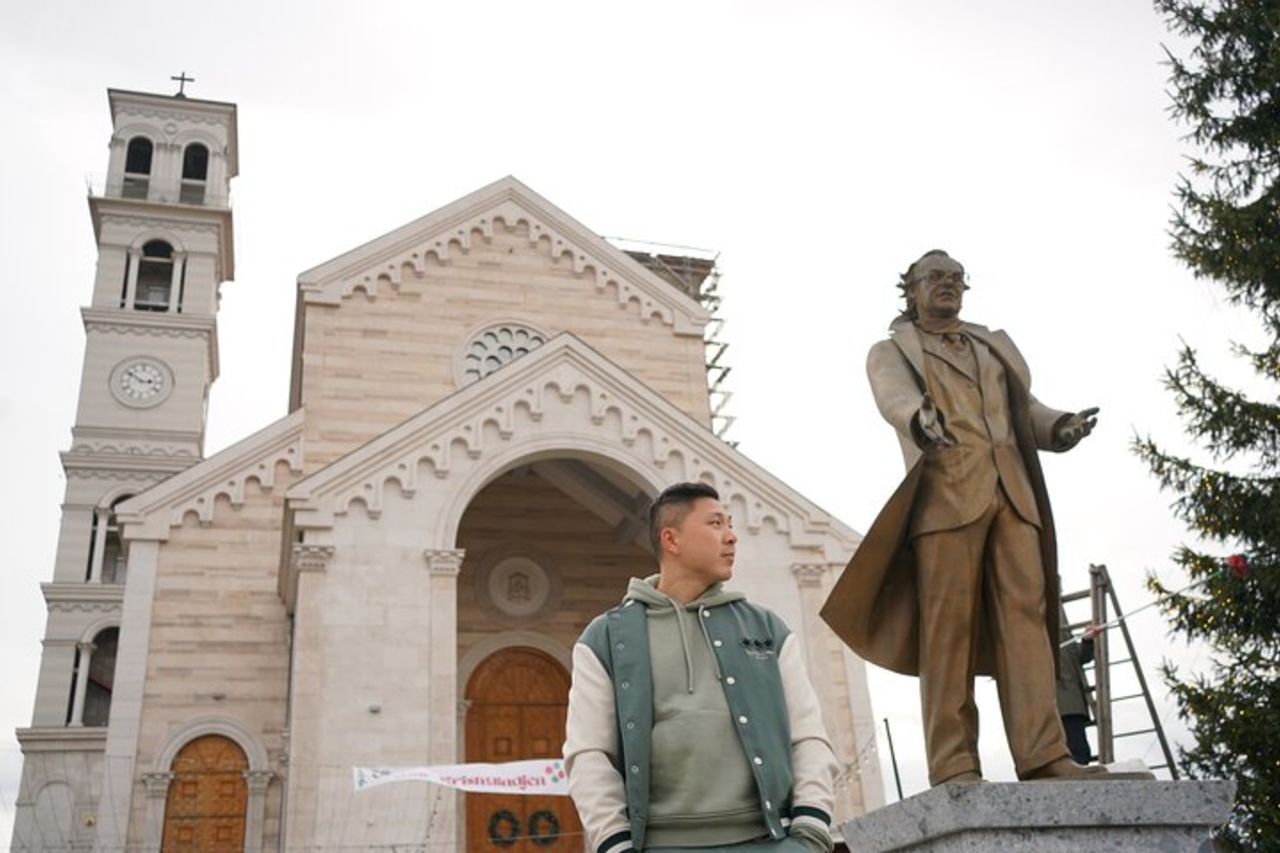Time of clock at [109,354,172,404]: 2:51
